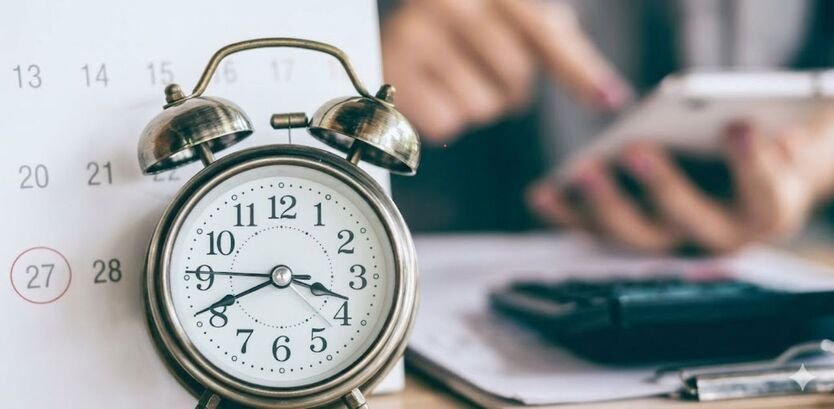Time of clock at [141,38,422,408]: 3:41
